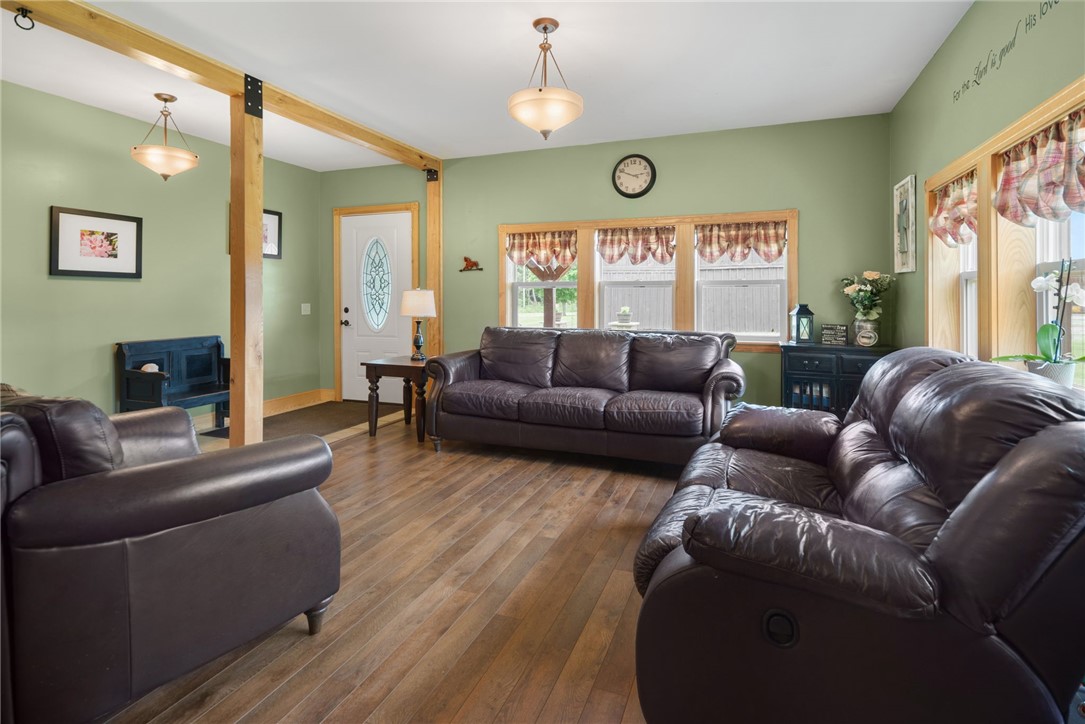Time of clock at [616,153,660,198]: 2:49
